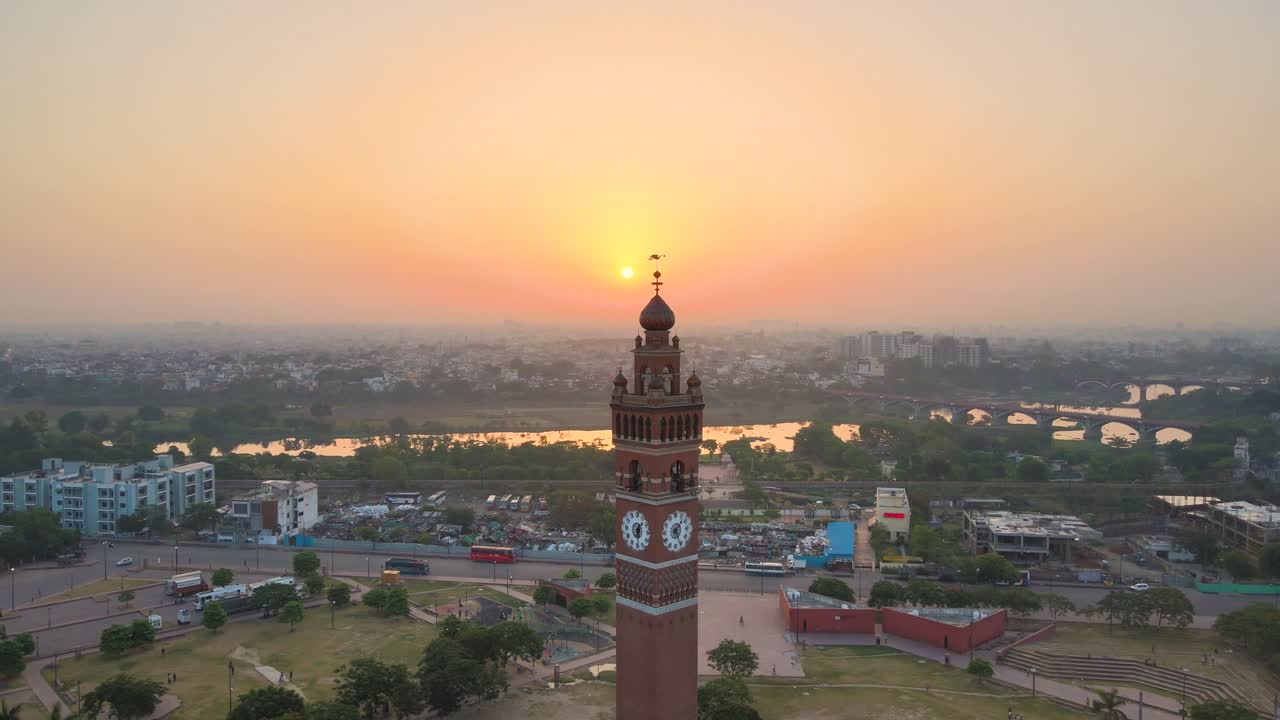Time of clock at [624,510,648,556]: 6:29
